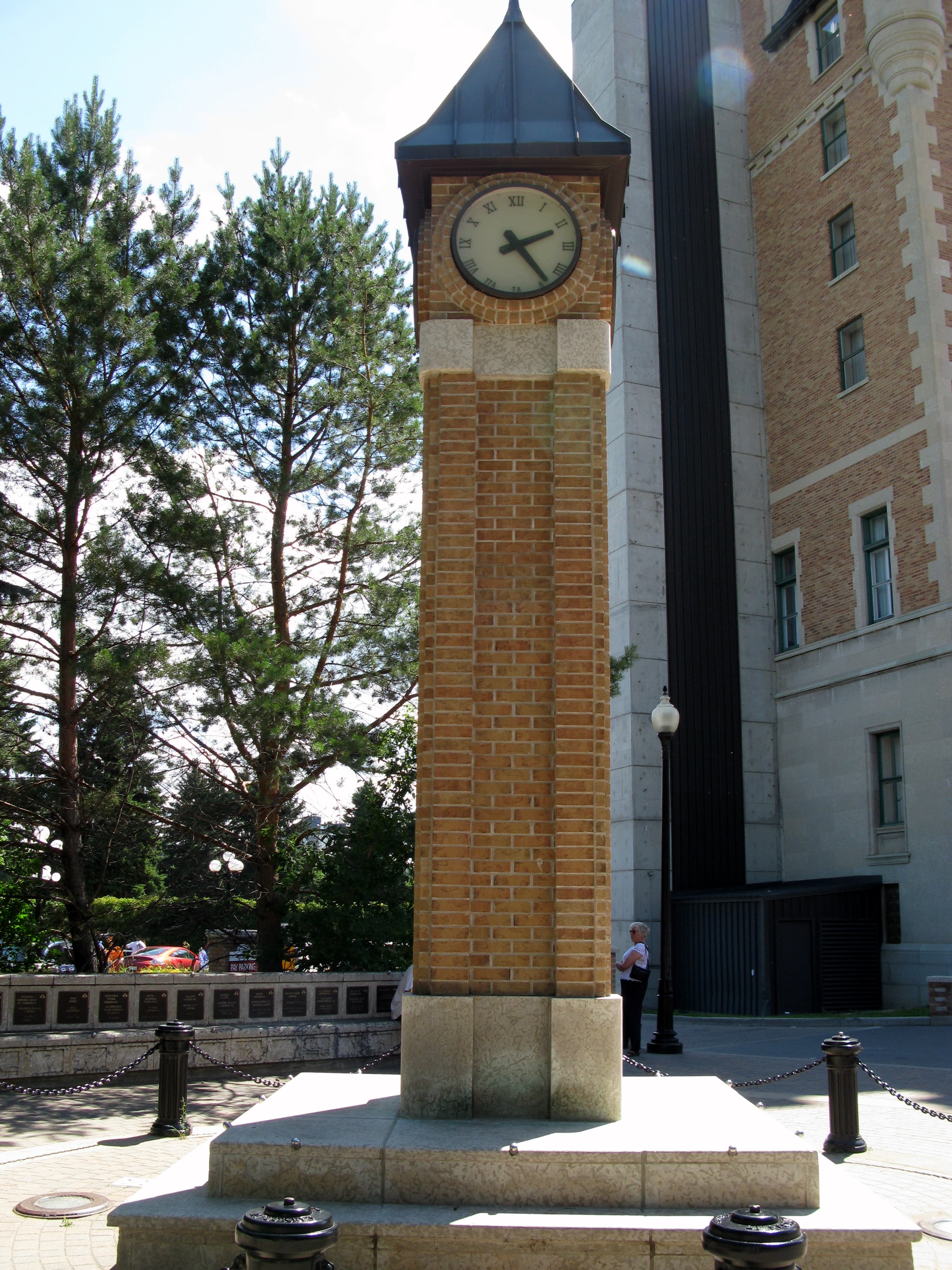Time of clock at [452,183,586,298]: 2:24
